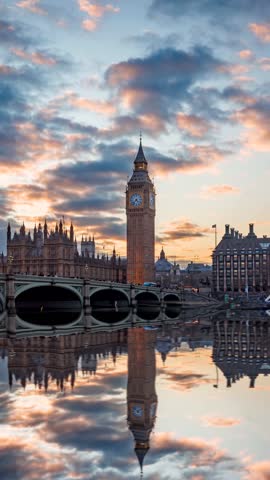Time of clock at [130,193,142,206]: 4:37
